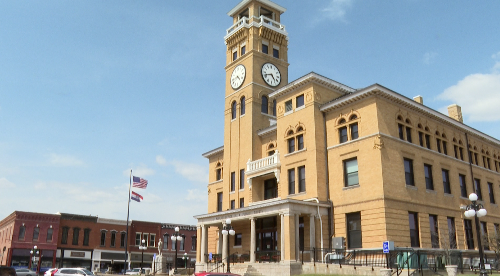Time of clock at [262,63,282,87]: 4:42
